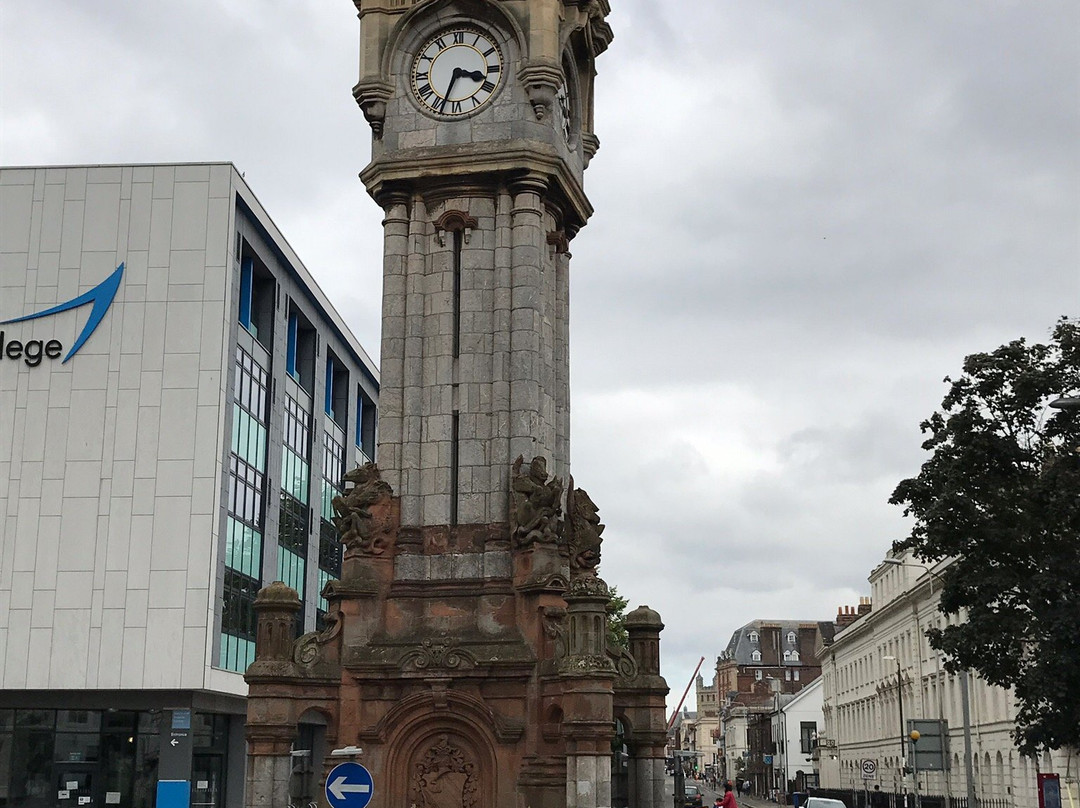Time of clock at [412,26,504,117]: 3:33
